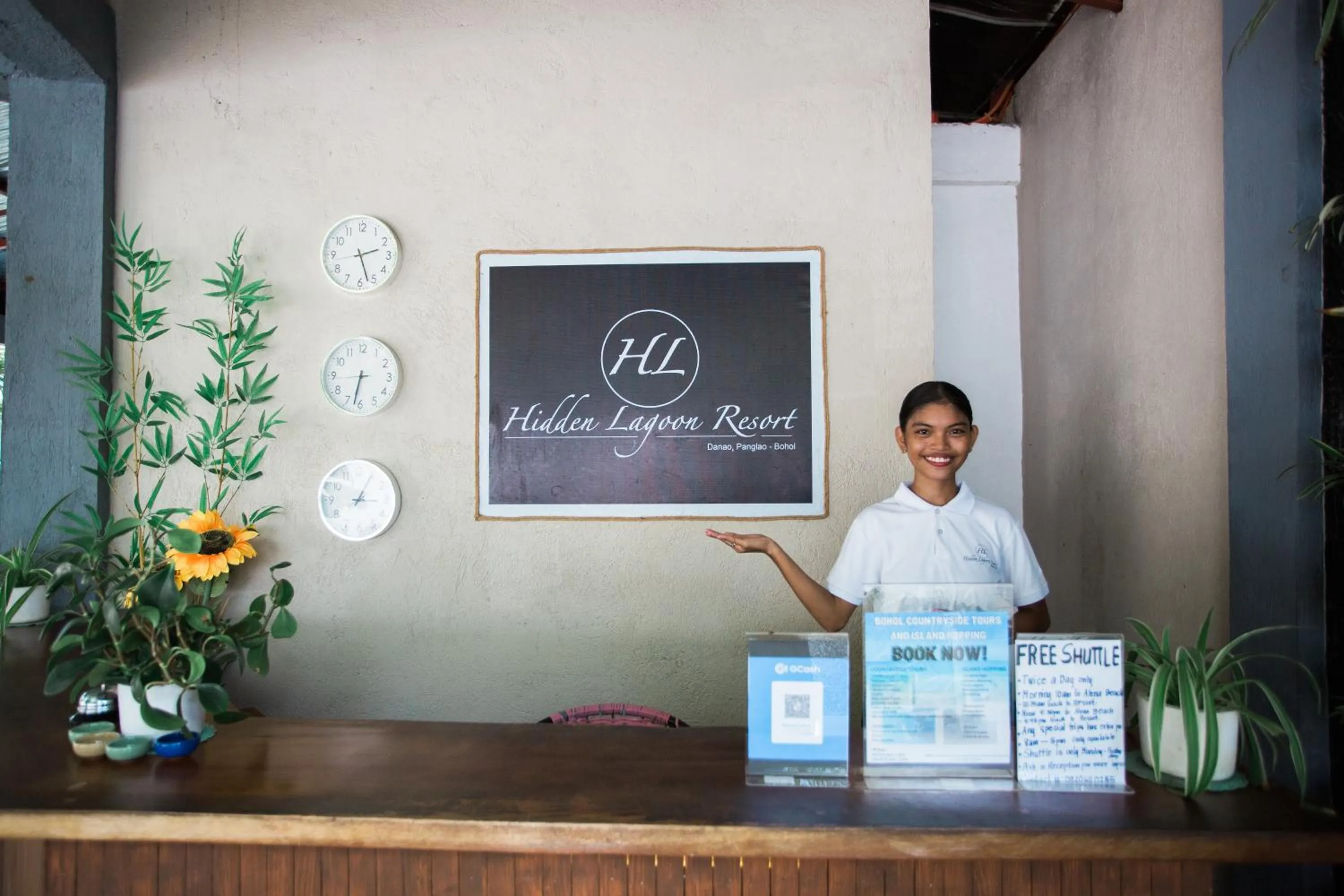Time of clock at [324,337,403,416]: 6:32
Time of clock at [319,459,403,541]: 3:04
